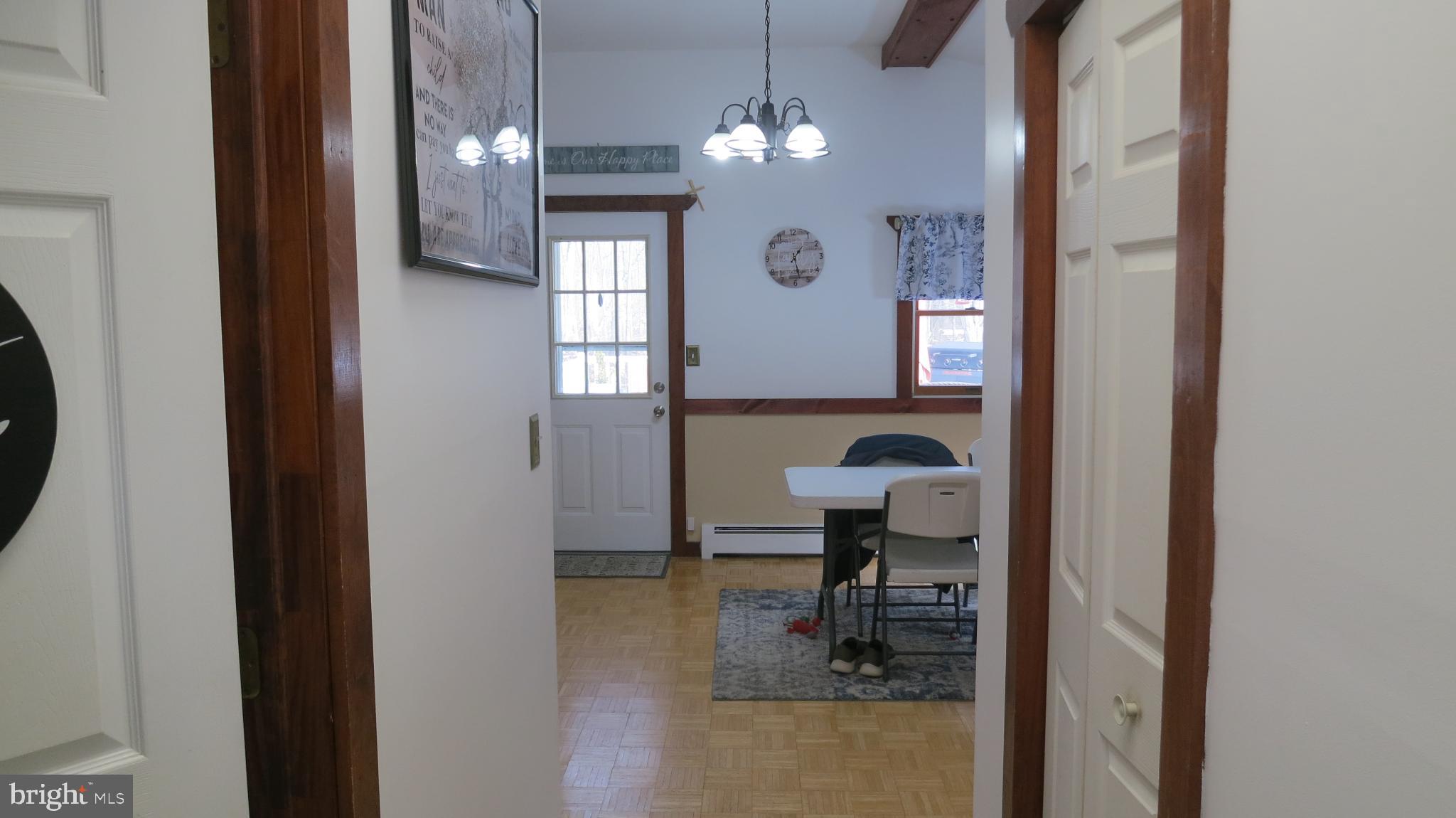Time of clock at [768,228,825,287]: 1:28
